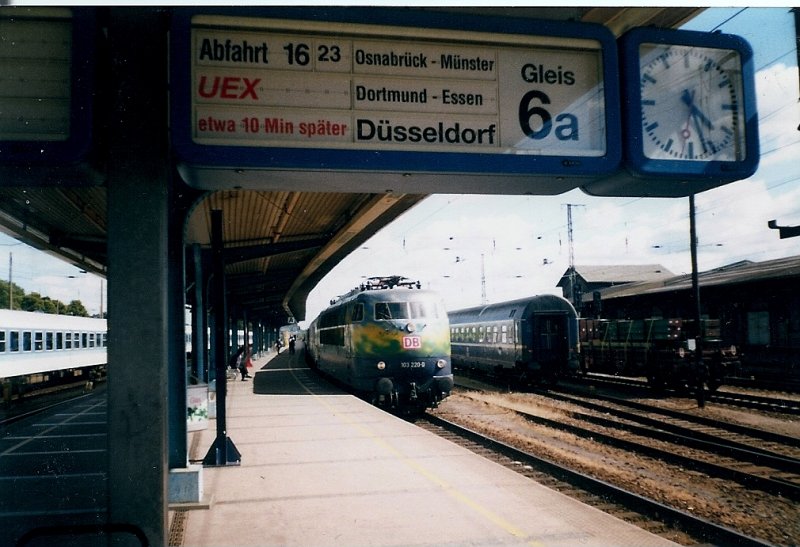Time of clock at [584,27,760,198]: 4:26
